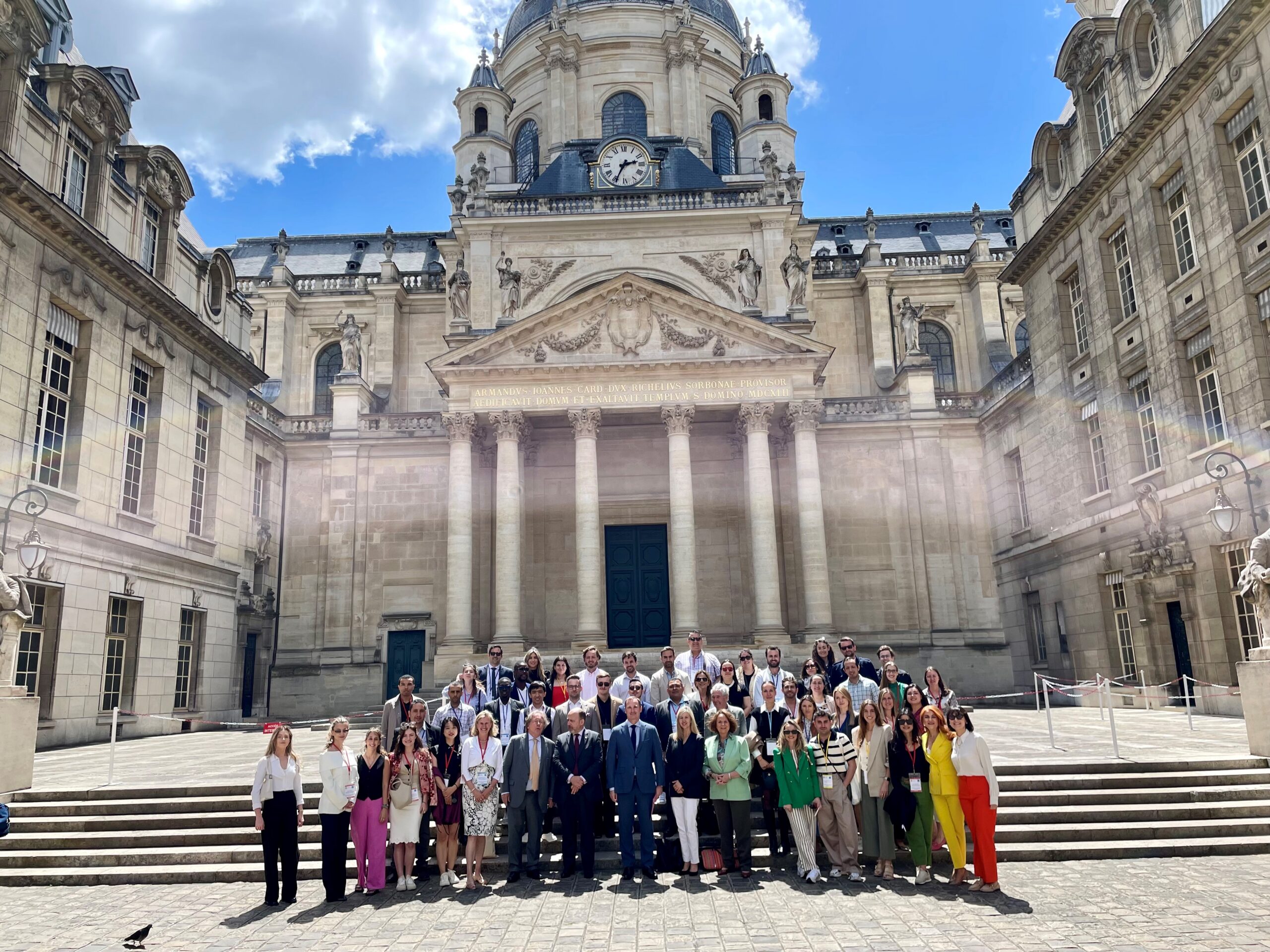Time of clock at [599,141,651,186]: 2:34
